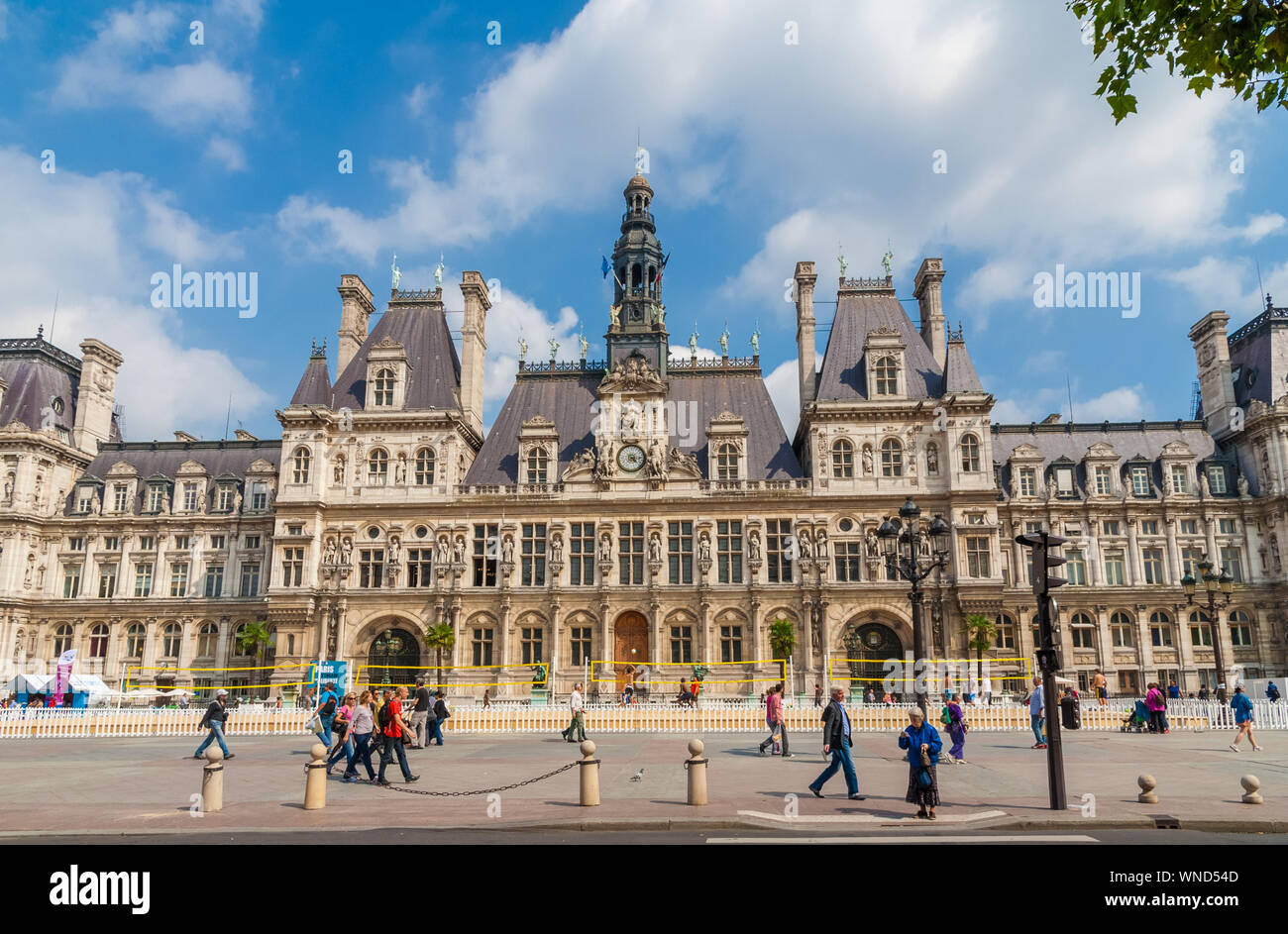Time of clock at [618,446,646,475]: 4:14
